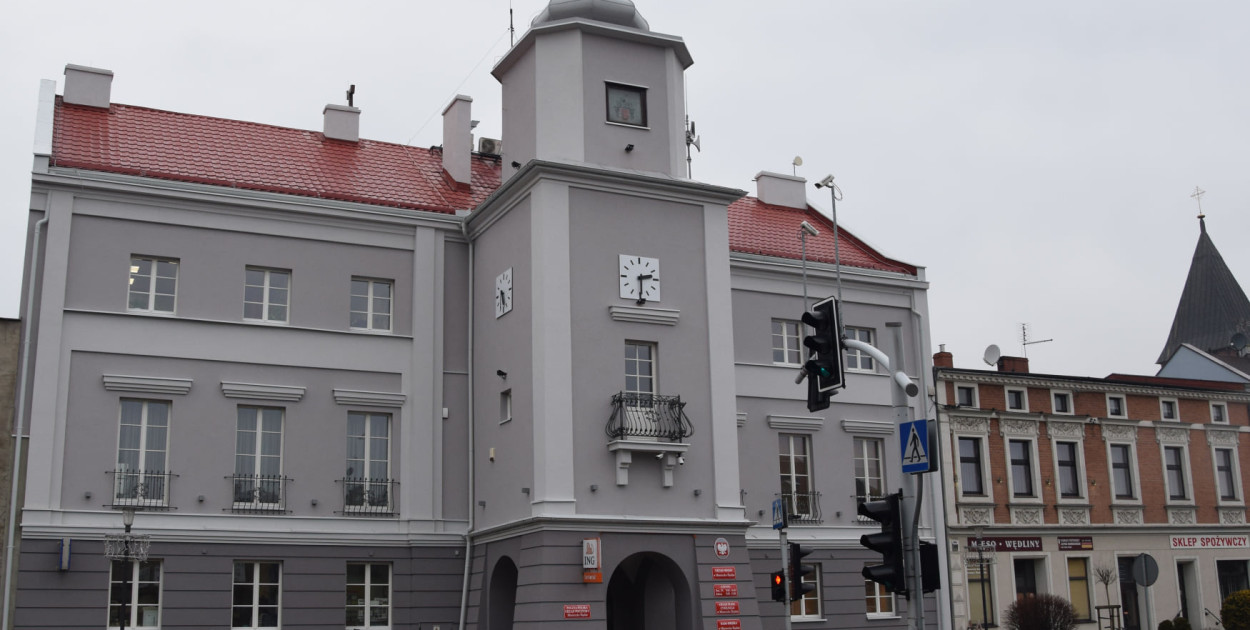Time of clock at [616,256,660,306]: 2:29
